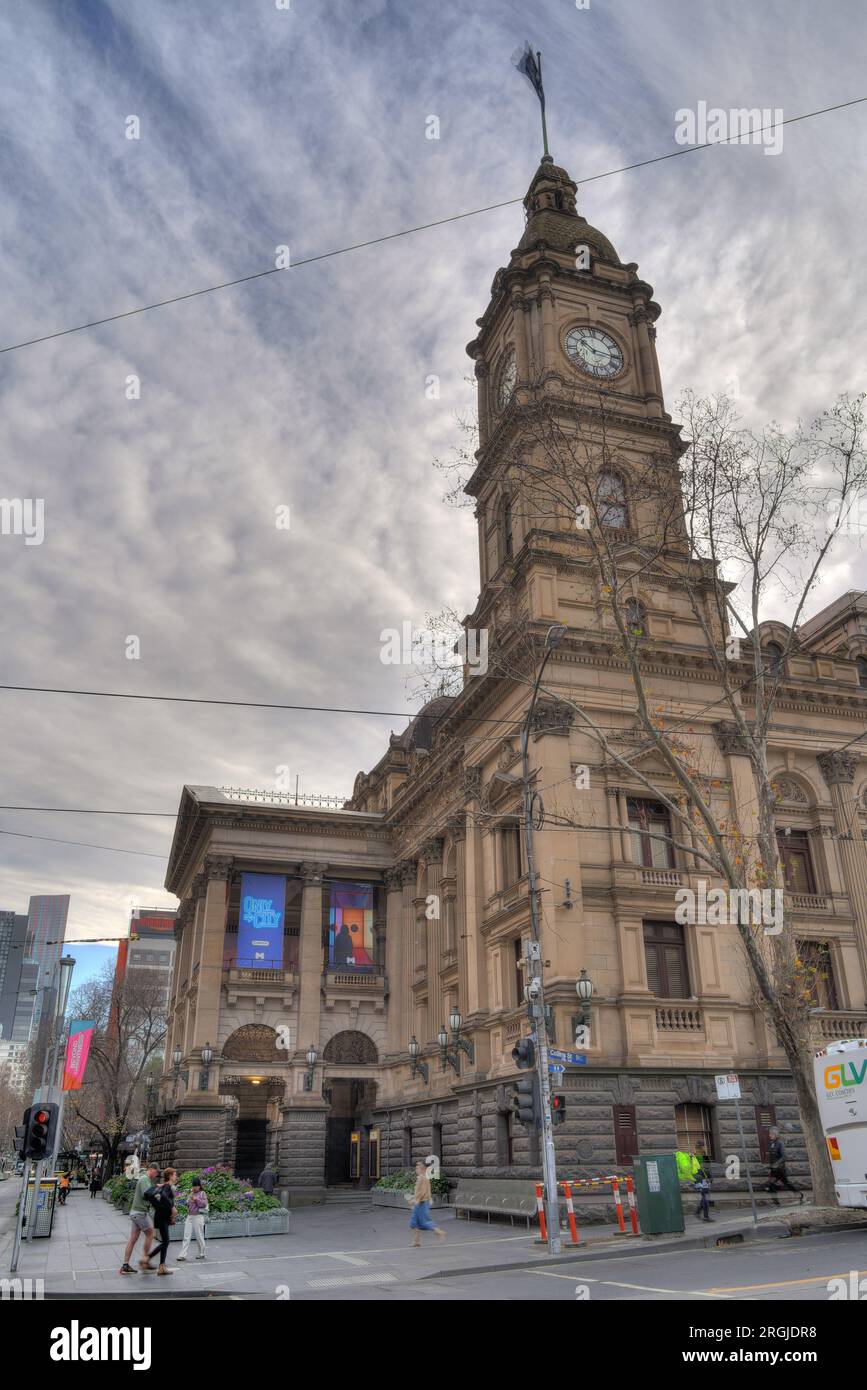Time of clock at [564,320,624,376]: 10:15
